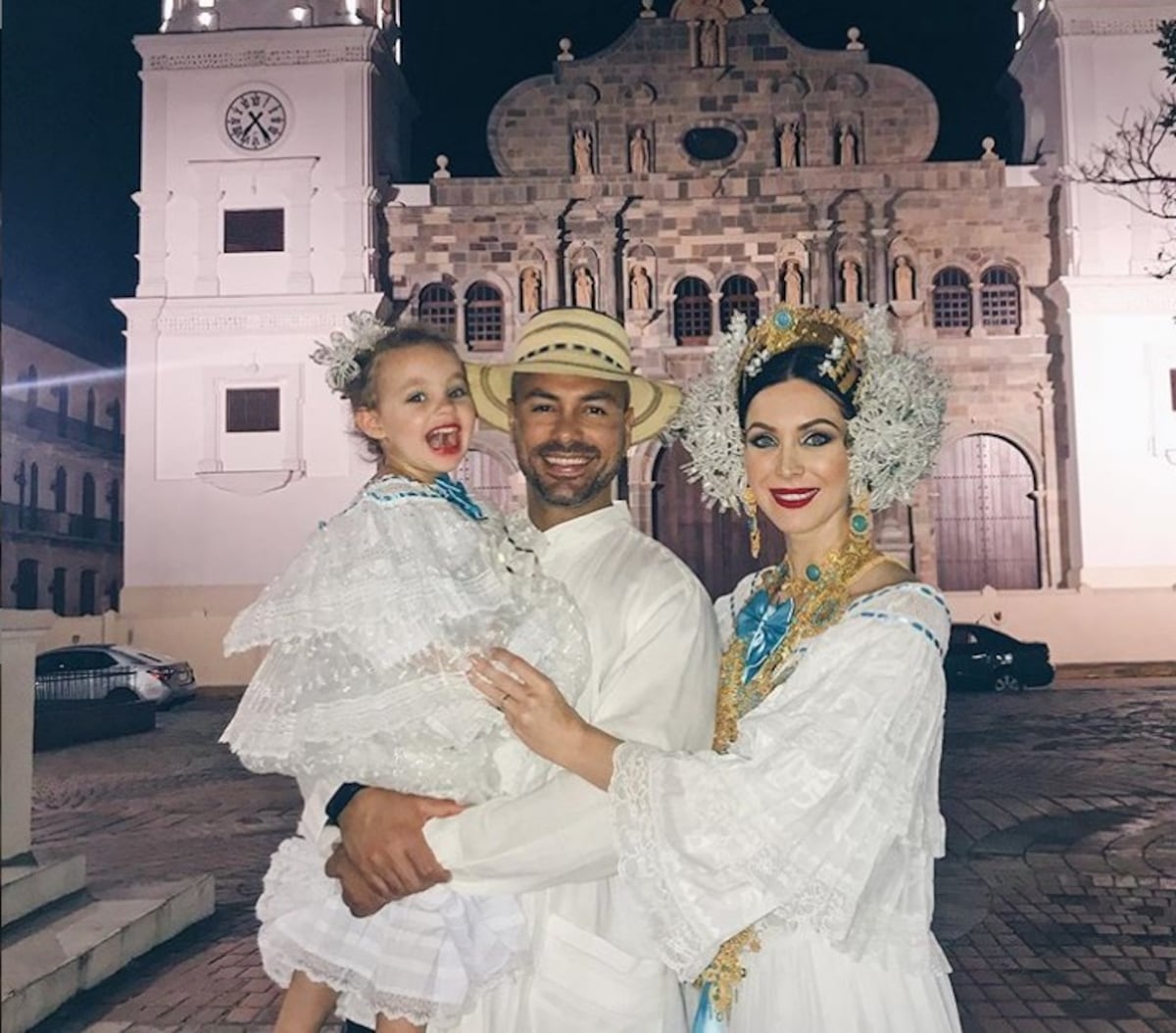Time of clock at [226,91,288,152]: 7:24
